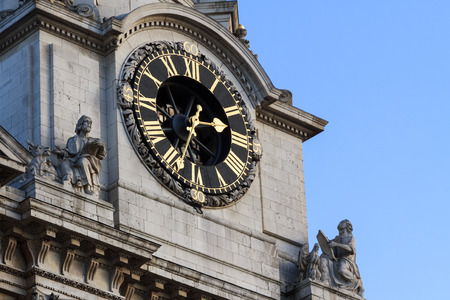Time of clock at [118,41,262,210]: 2:33
